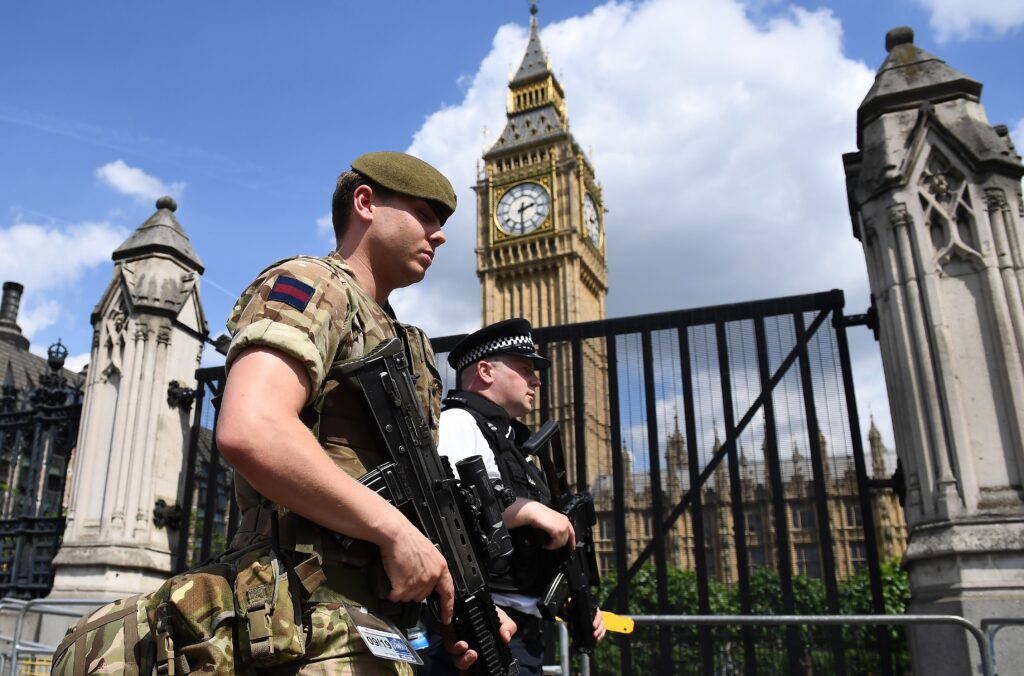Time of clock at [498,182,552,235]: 2:30
